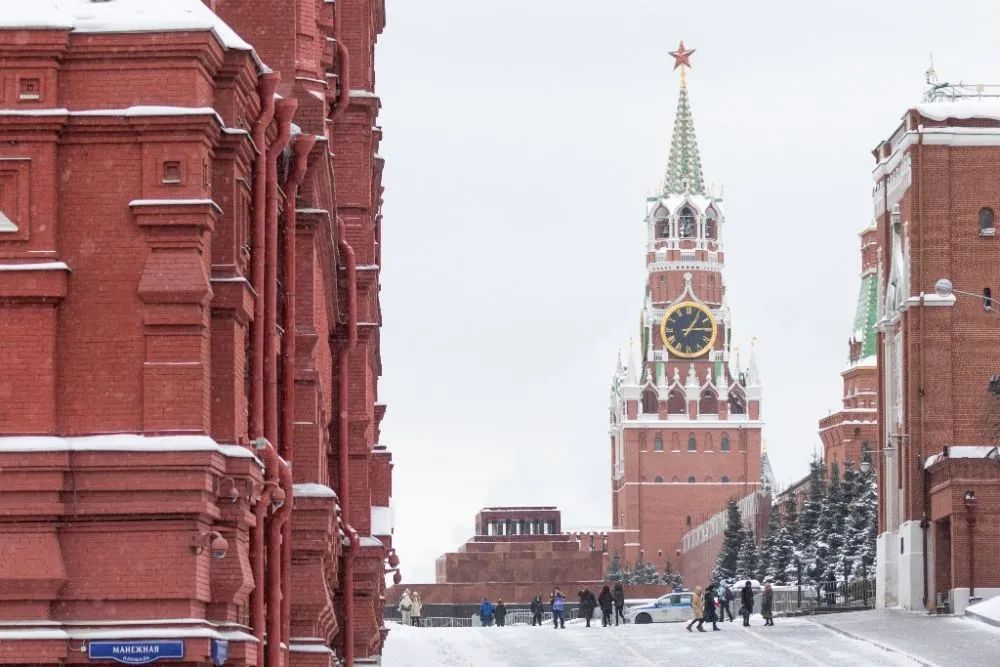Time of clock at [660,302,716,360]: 1:14
